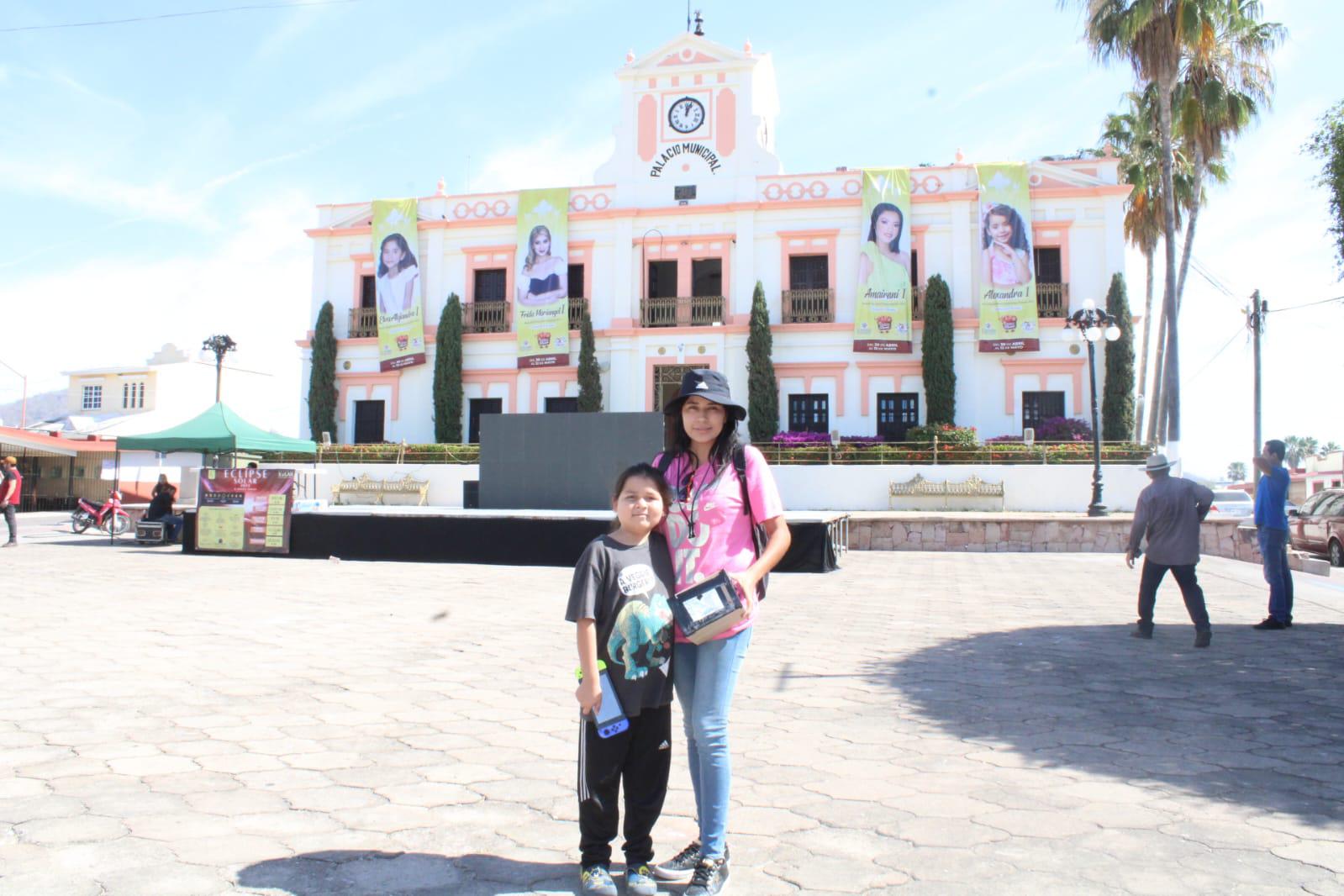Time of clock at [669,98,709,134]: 12:03
